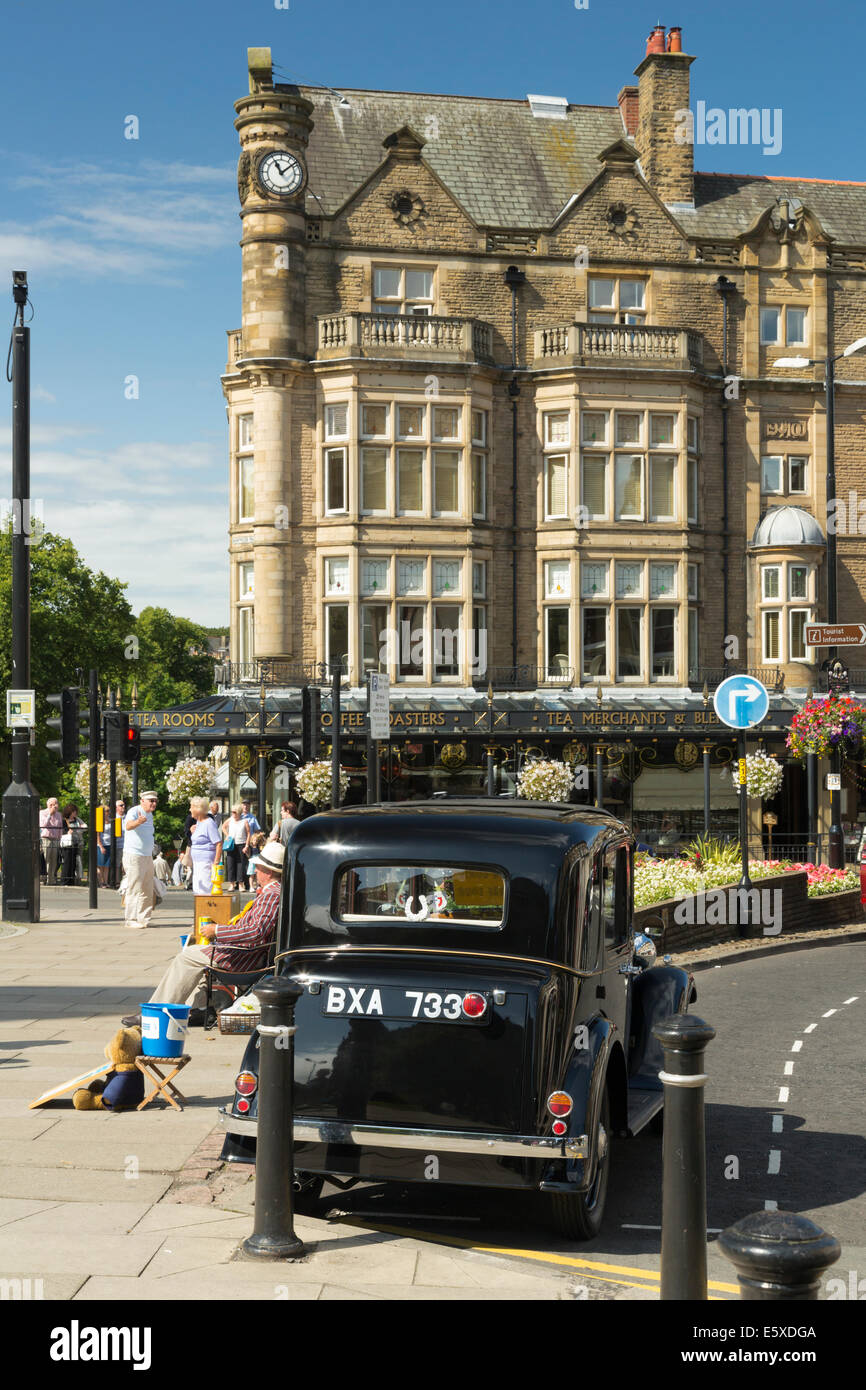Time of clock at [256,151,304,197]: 11:08
